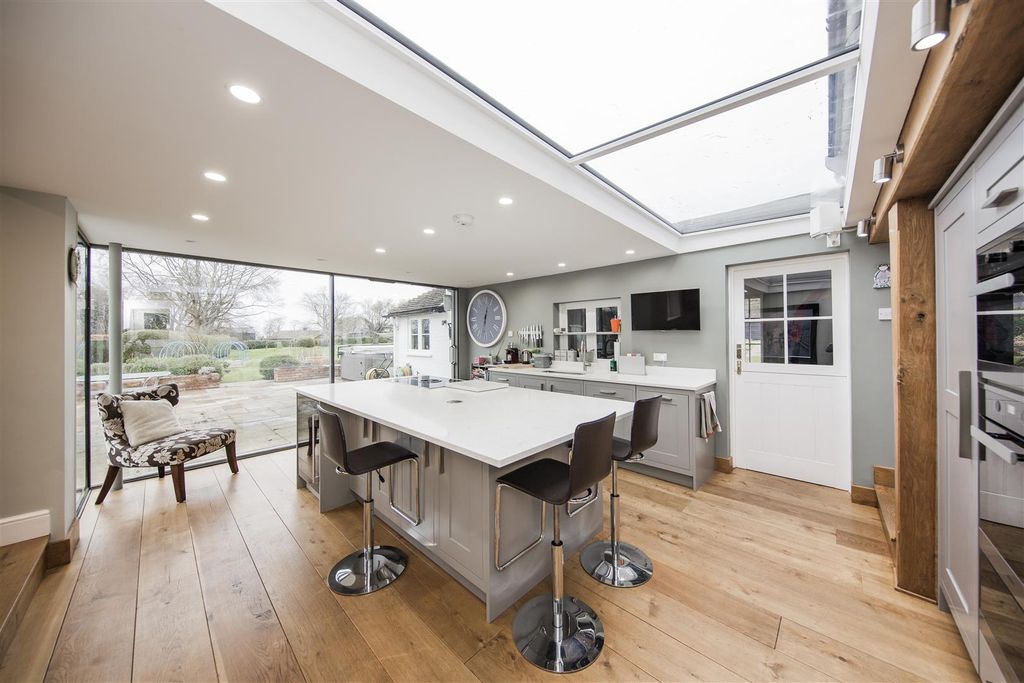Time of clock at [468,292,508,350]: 12:32
